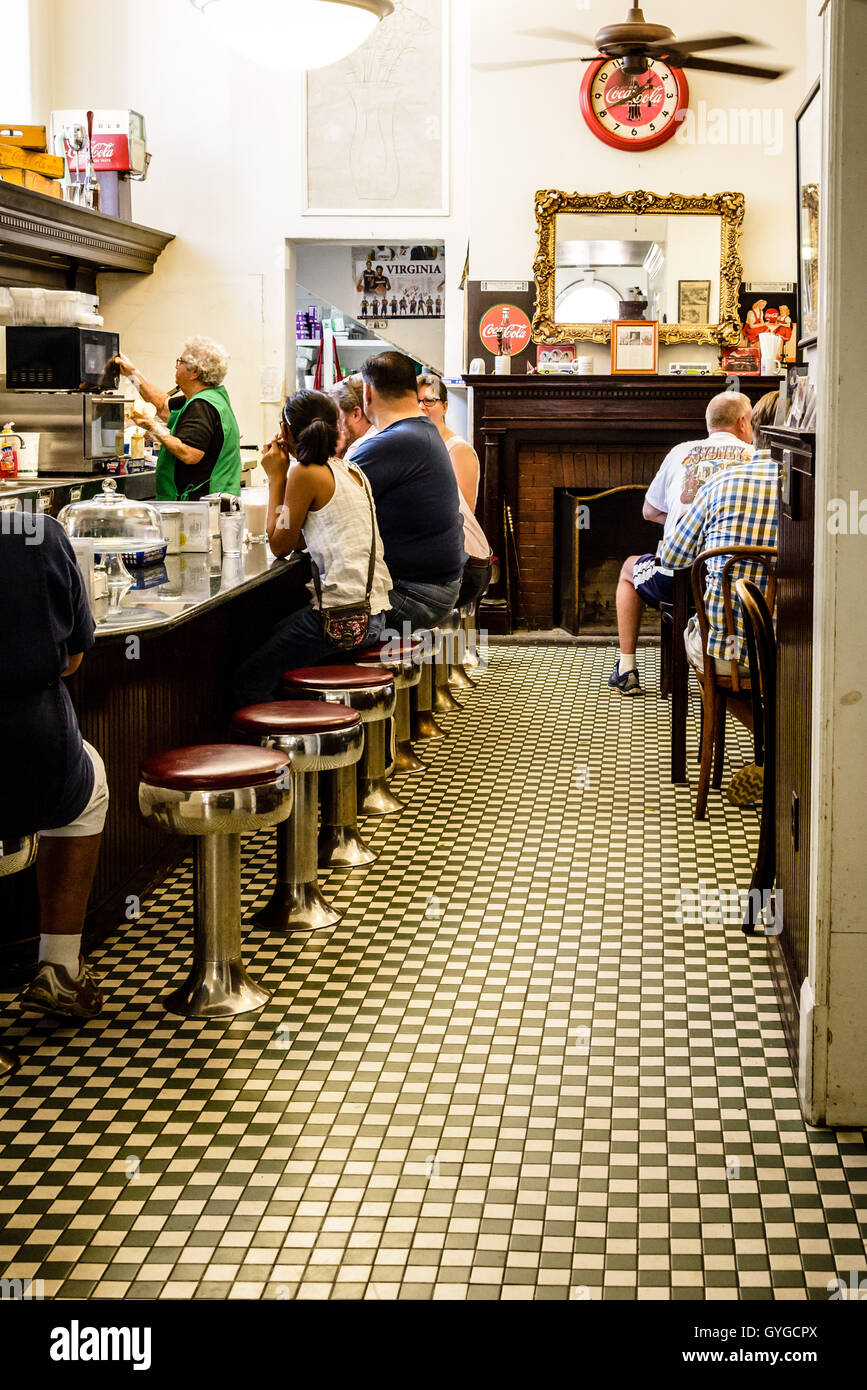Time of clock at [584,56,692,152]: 1:41
